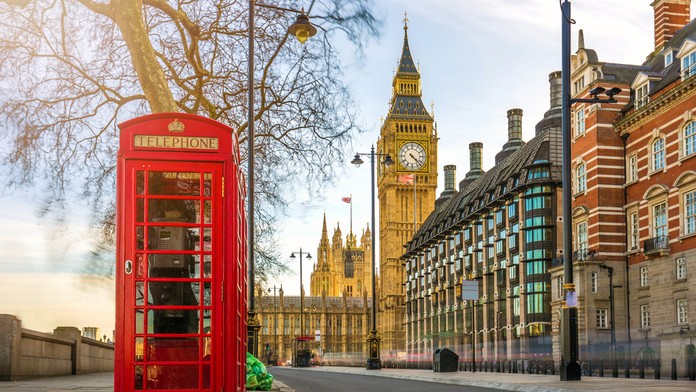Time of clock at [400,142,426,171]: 4:22
